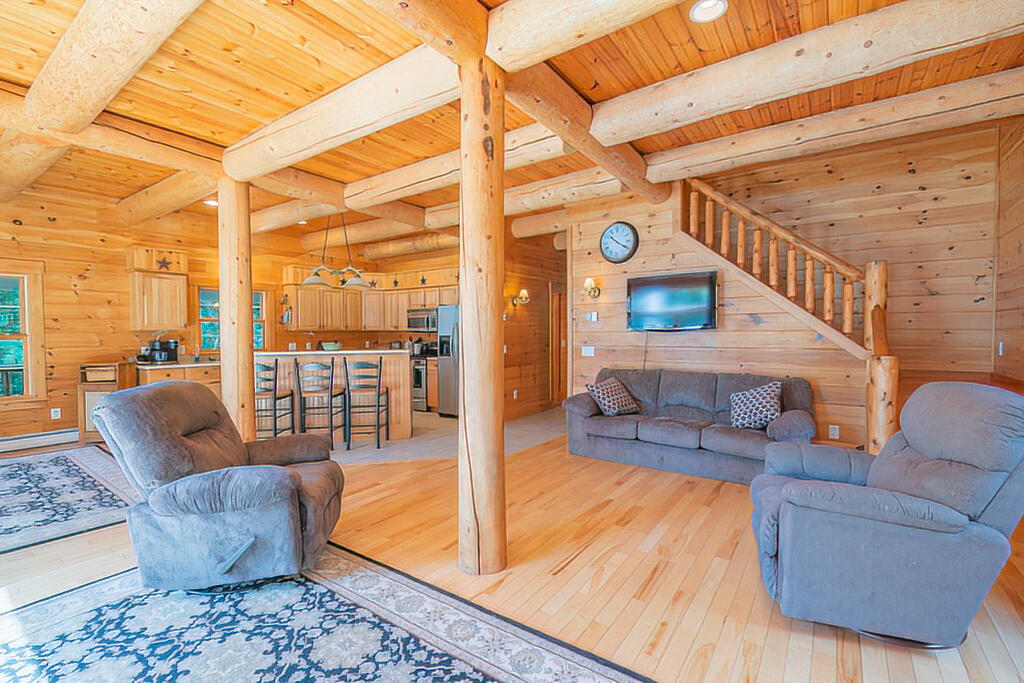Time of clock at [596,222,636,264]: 10:20
